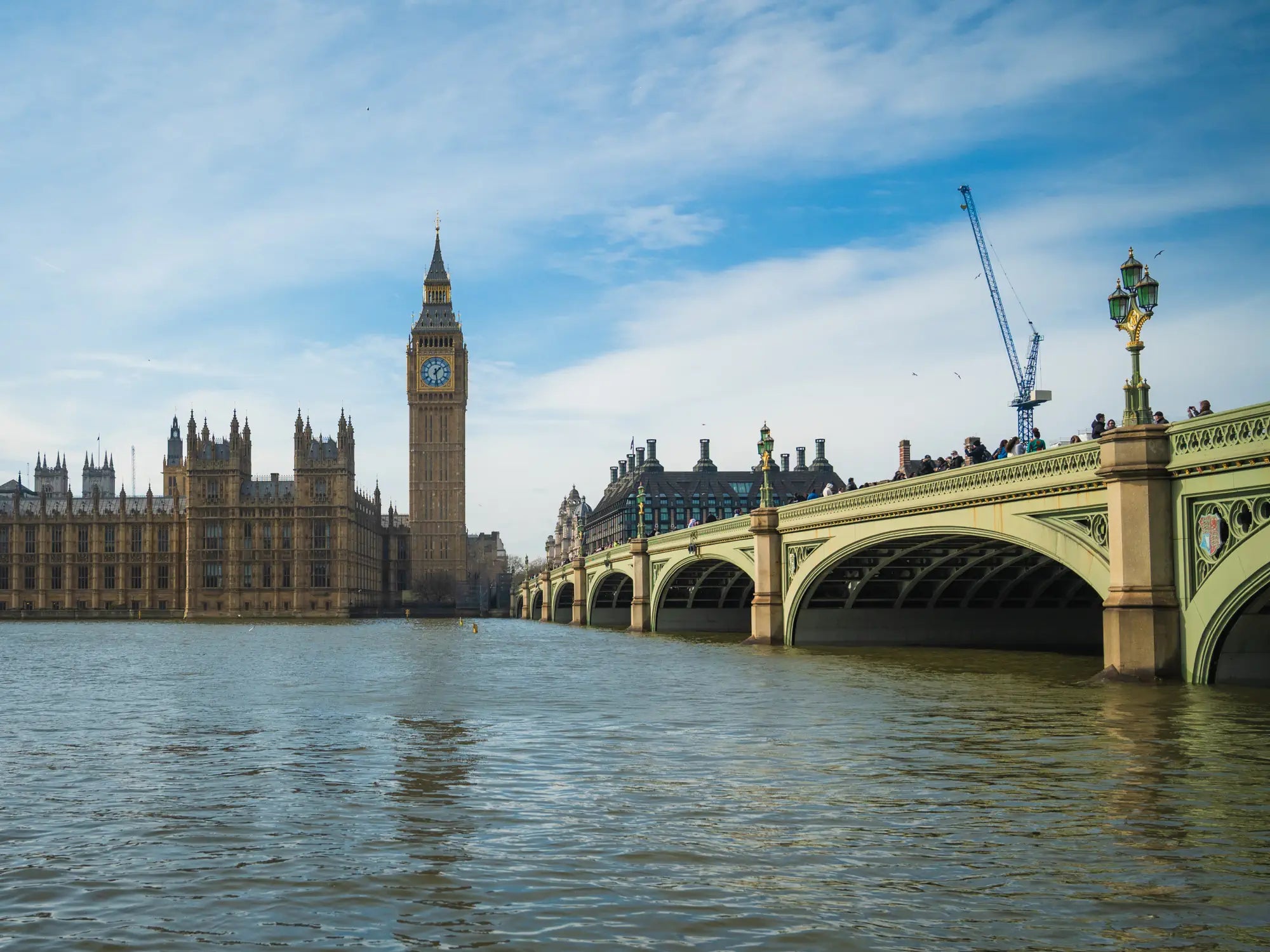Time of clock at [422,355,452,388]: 1:28
